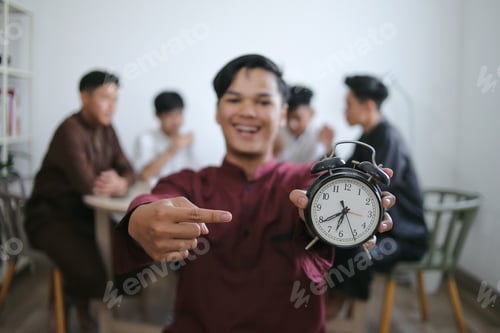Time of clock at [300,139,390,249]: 6:39
